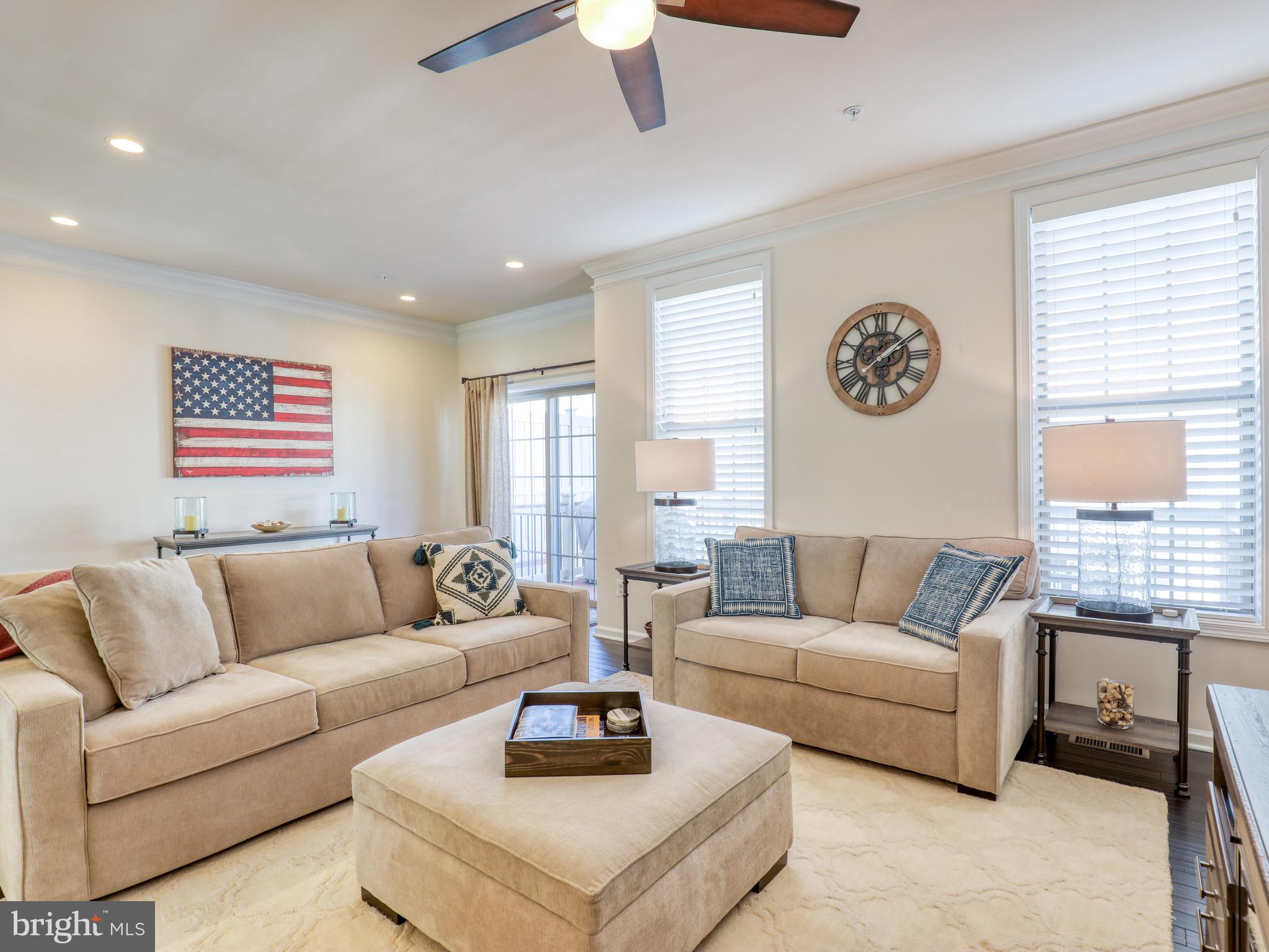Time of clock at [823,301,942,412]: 12:09
